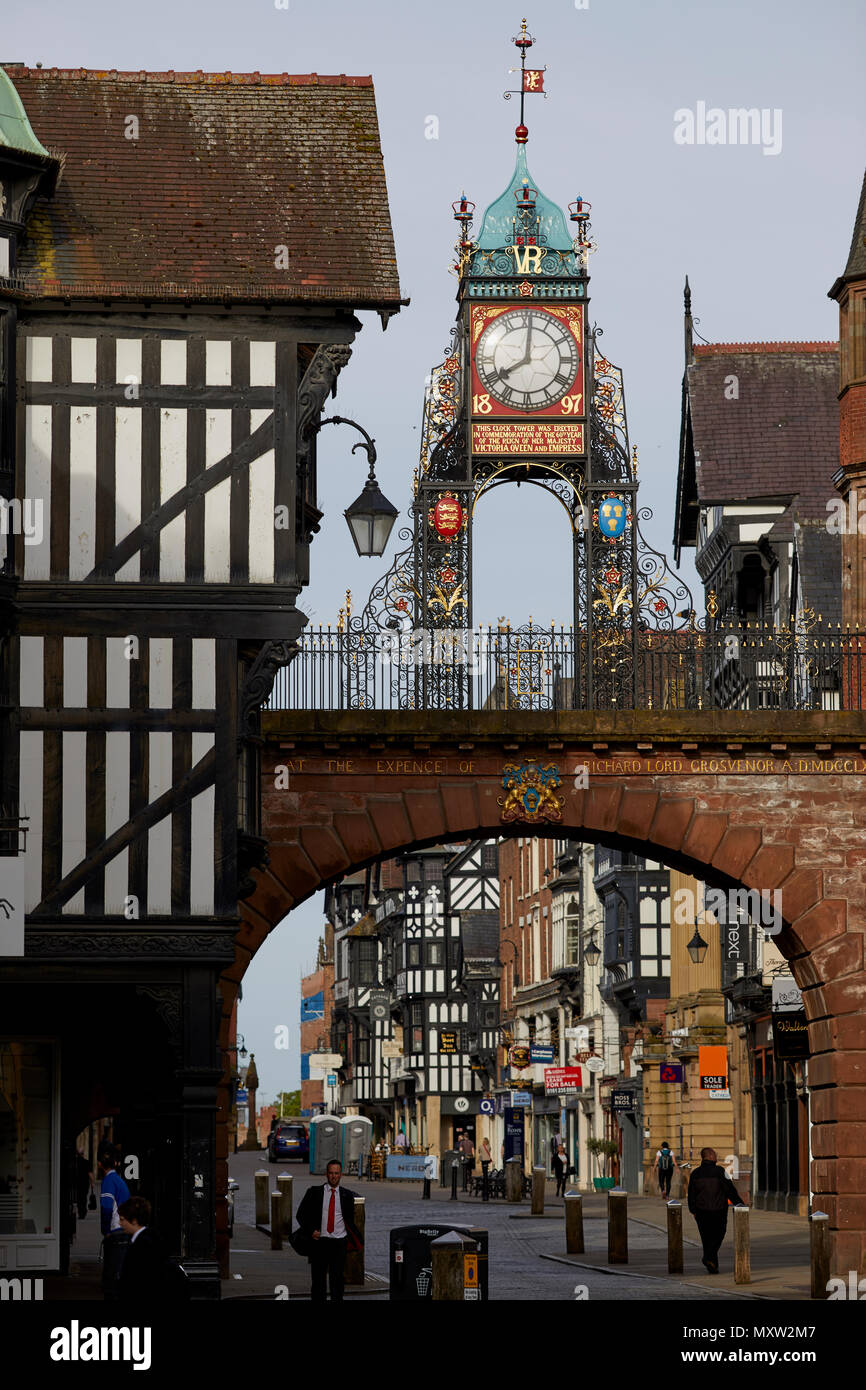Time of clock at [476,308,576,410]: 8:00
